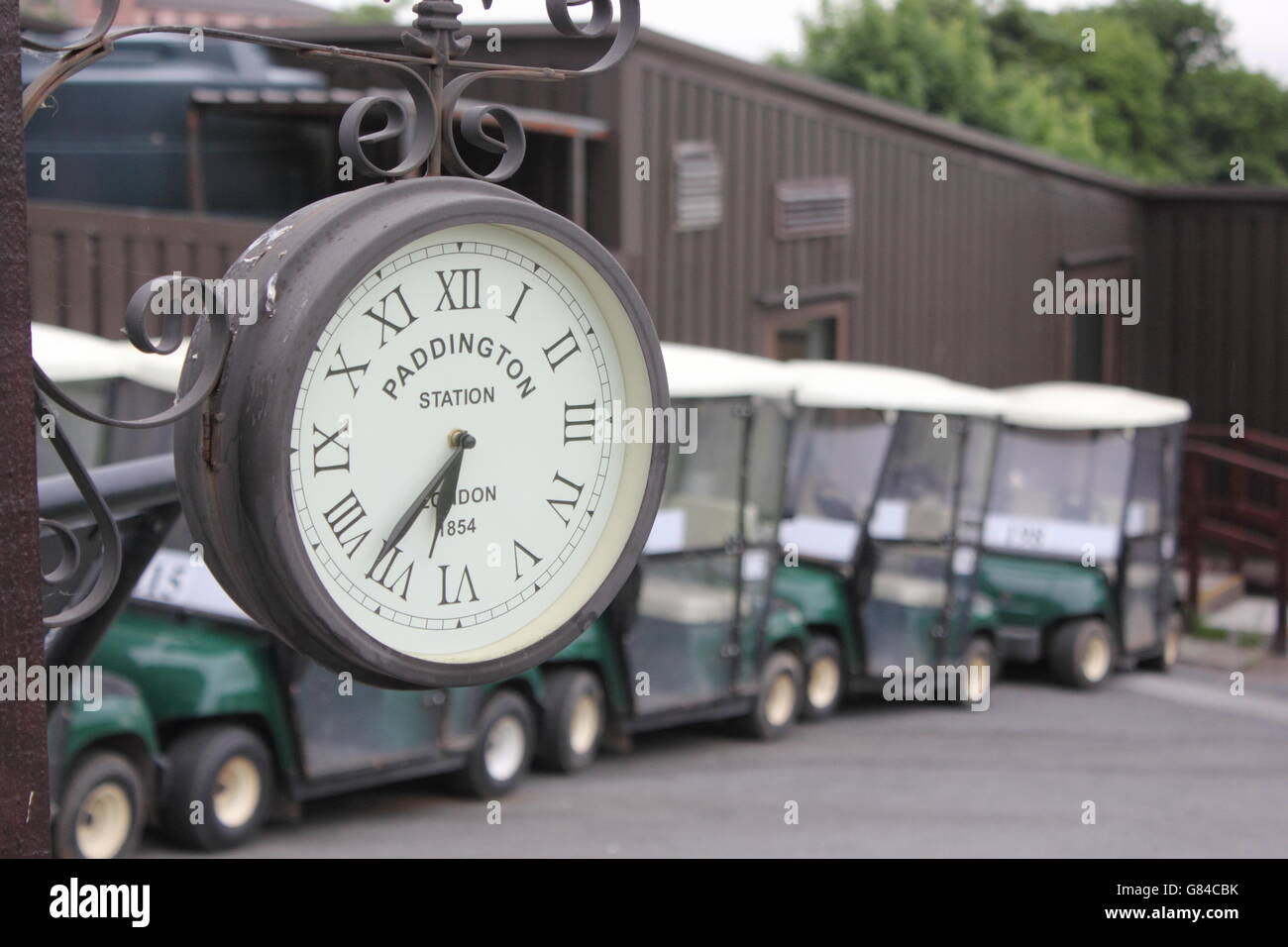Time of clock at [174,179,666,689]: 6:36
